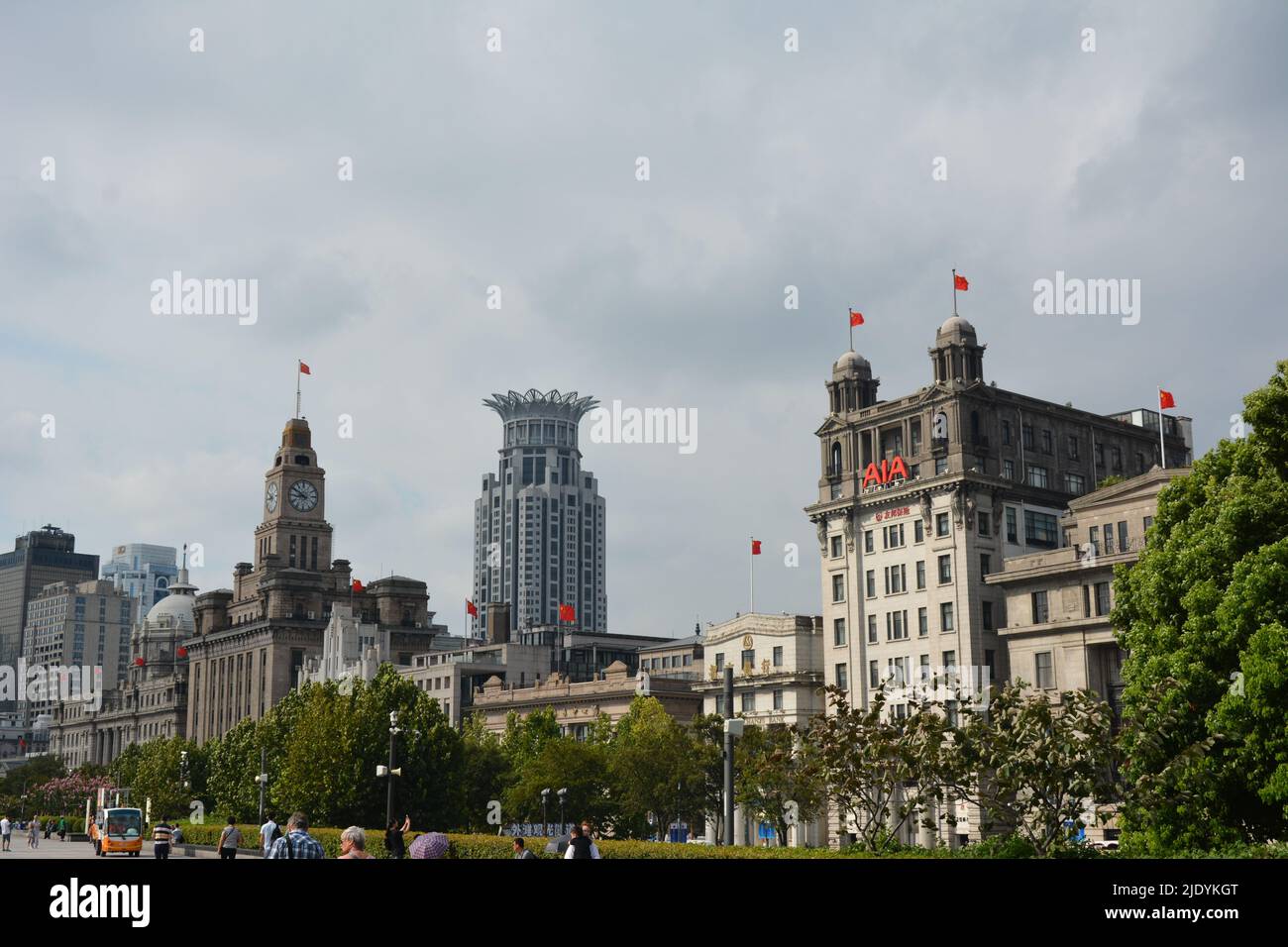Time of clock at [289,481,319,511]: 8:50
